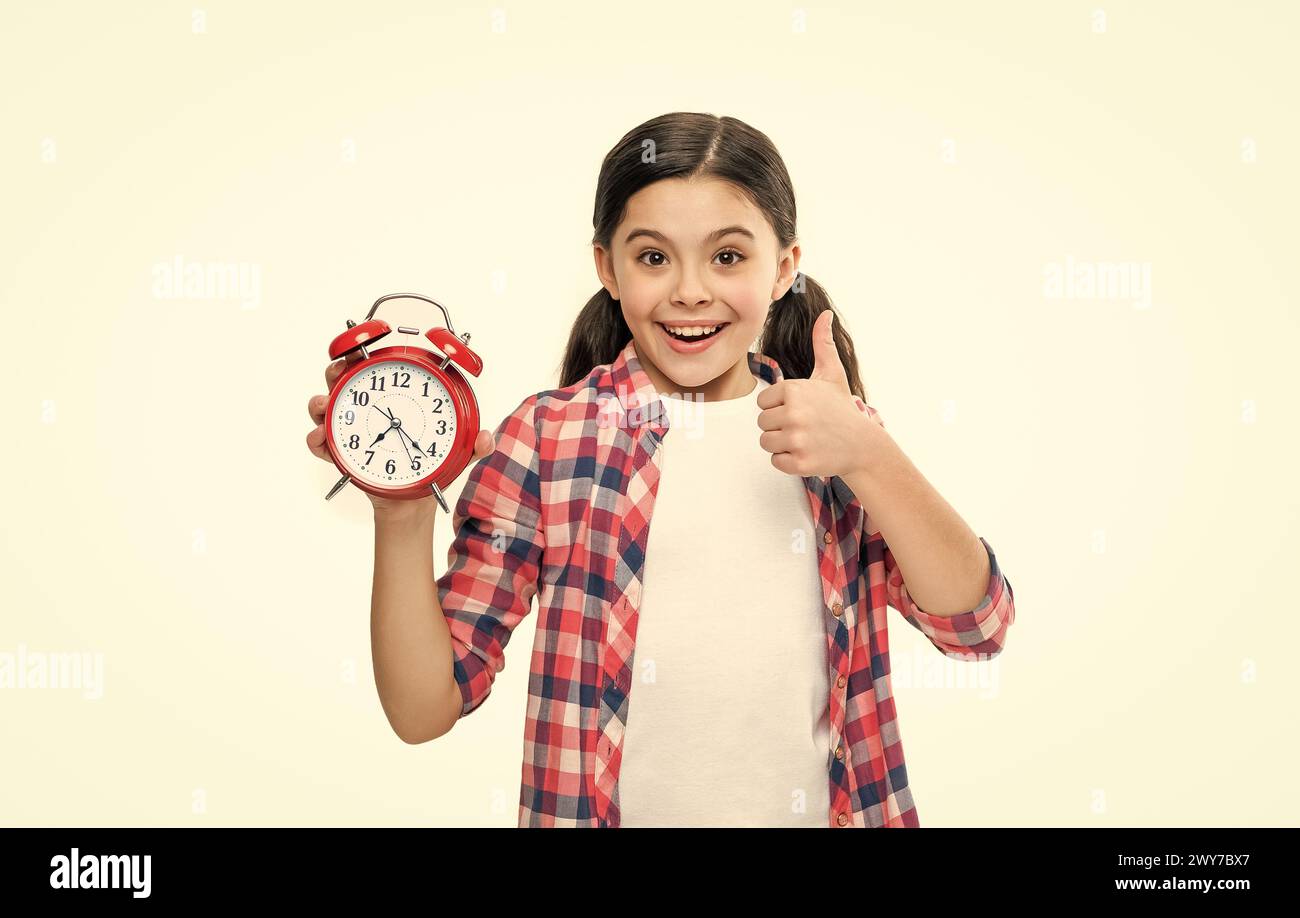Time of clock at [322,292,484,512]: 7:21
